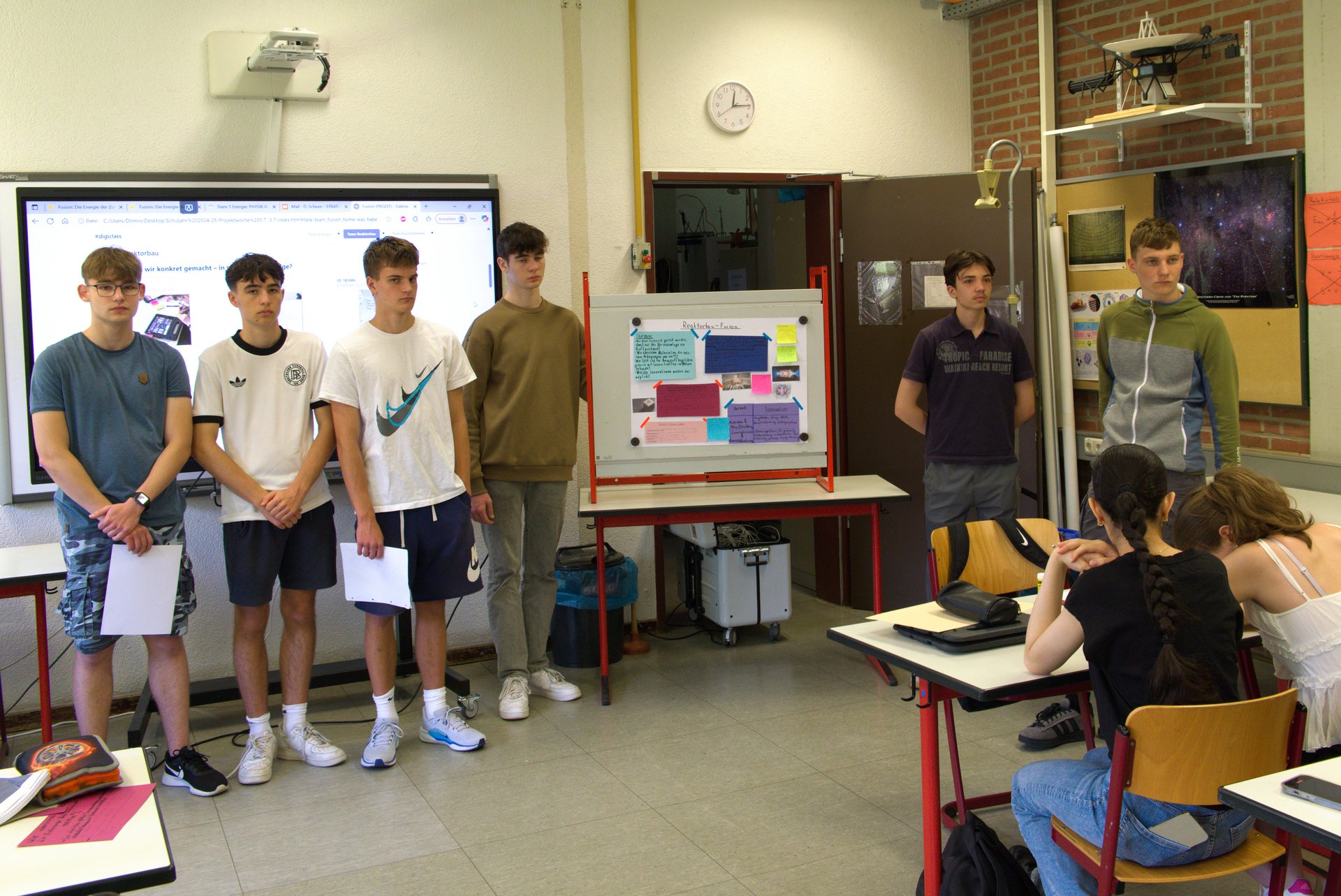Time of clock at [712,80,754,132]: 12:14
